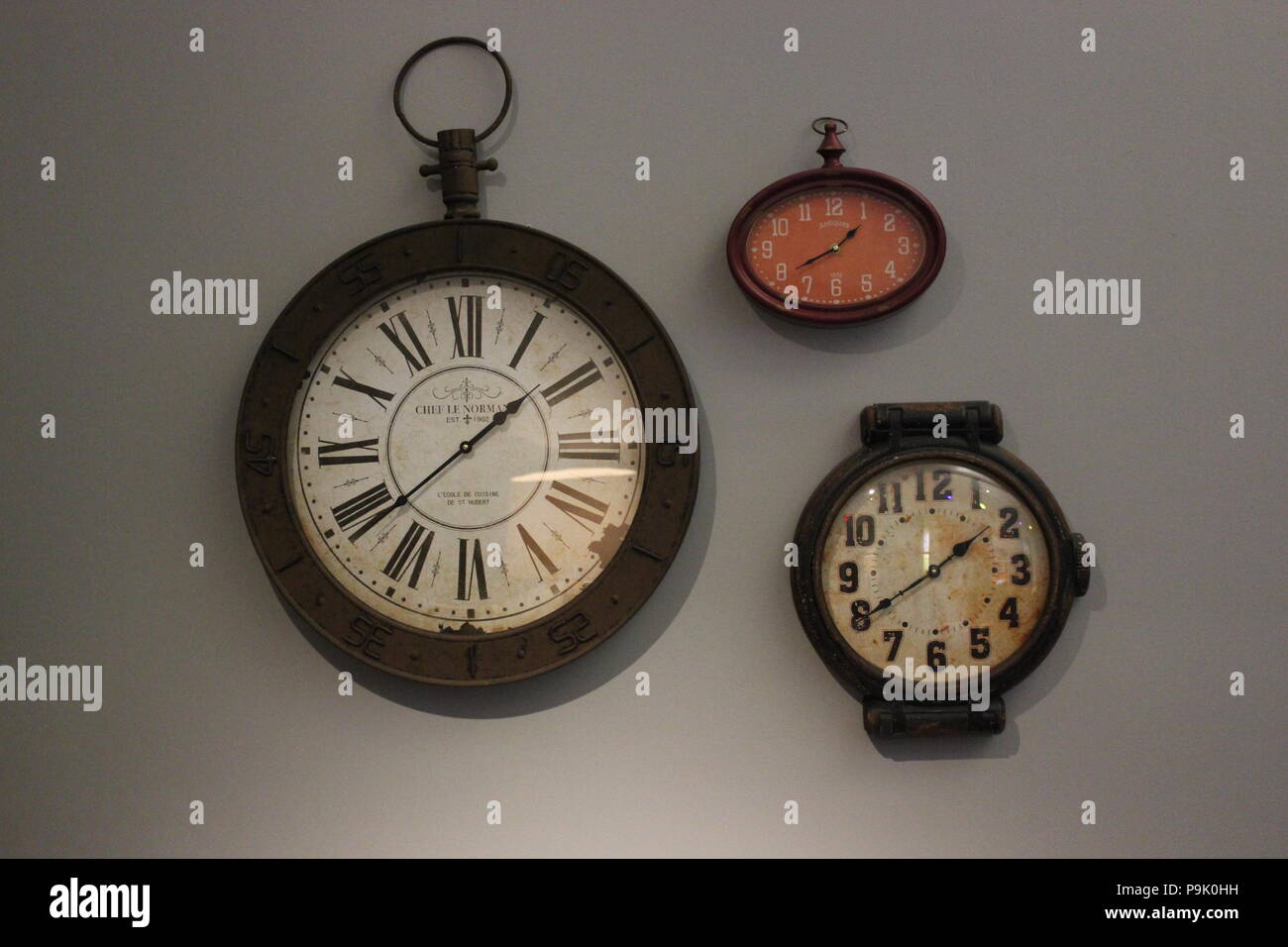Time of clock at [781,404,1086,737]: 1:39
